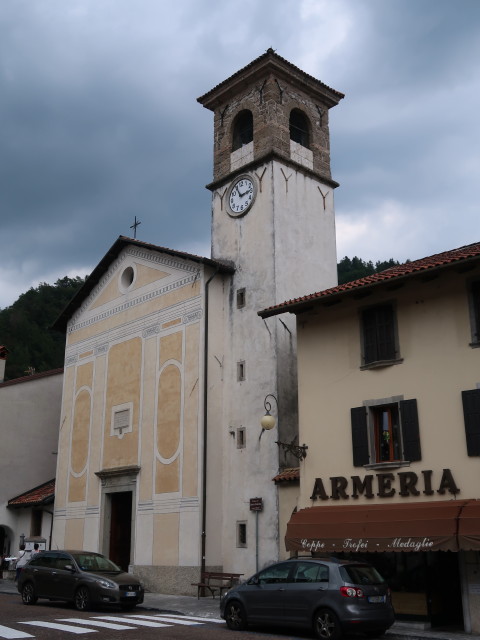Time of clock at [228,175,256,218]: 2:55
